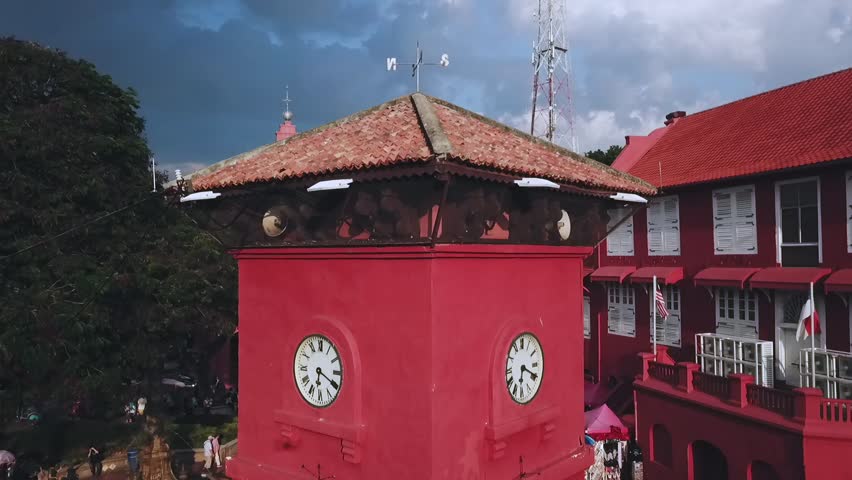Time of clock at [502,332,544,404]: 6:19
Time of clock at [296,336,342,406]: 6:19
